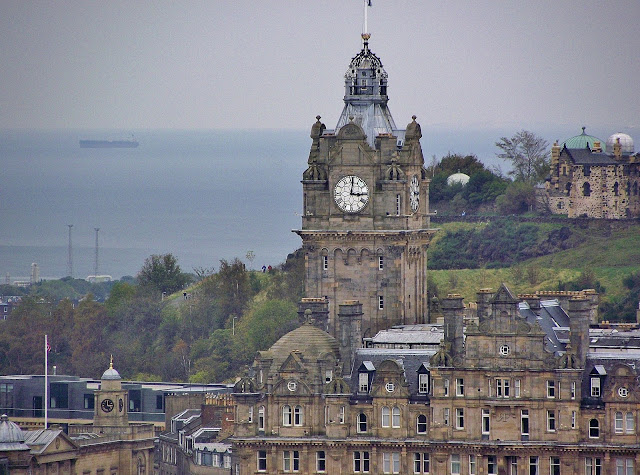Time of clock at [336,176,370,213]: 3:01
